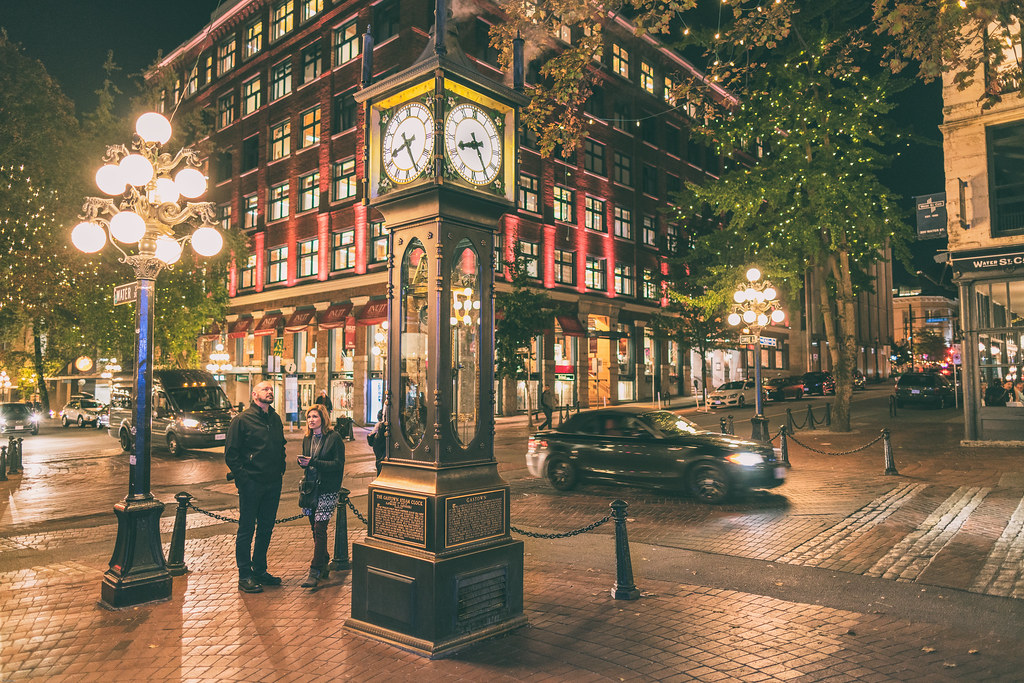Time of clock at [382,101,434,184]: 8:26
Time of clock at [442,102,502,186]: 8:24
